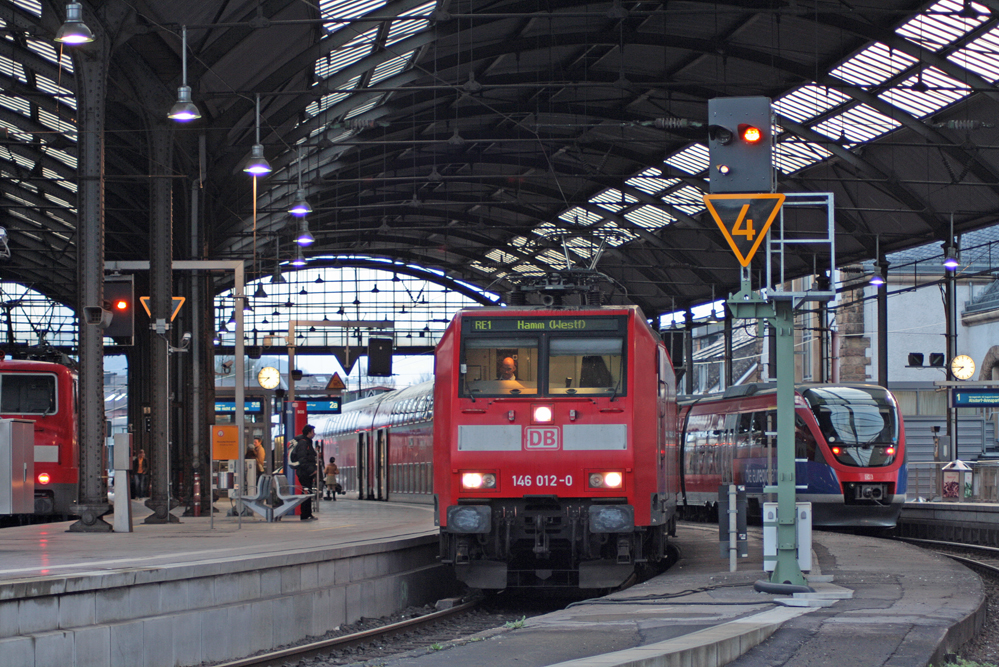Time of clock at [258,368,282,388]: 7:45
